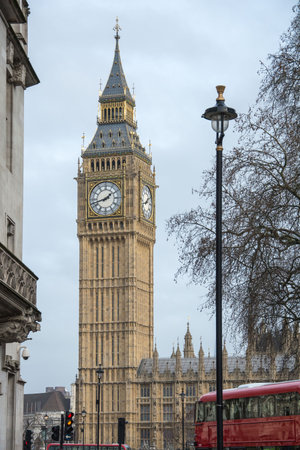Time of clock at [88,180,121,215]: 1:42
